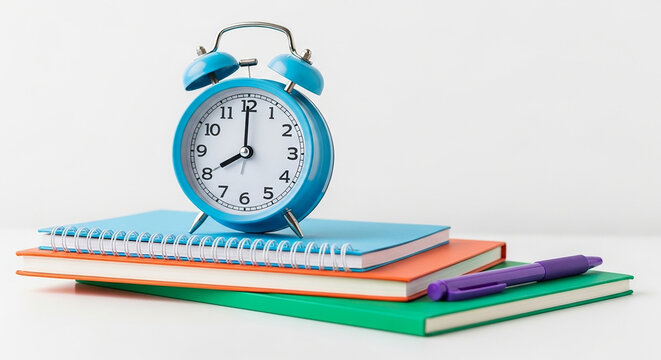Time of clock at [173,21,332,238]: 7:59
